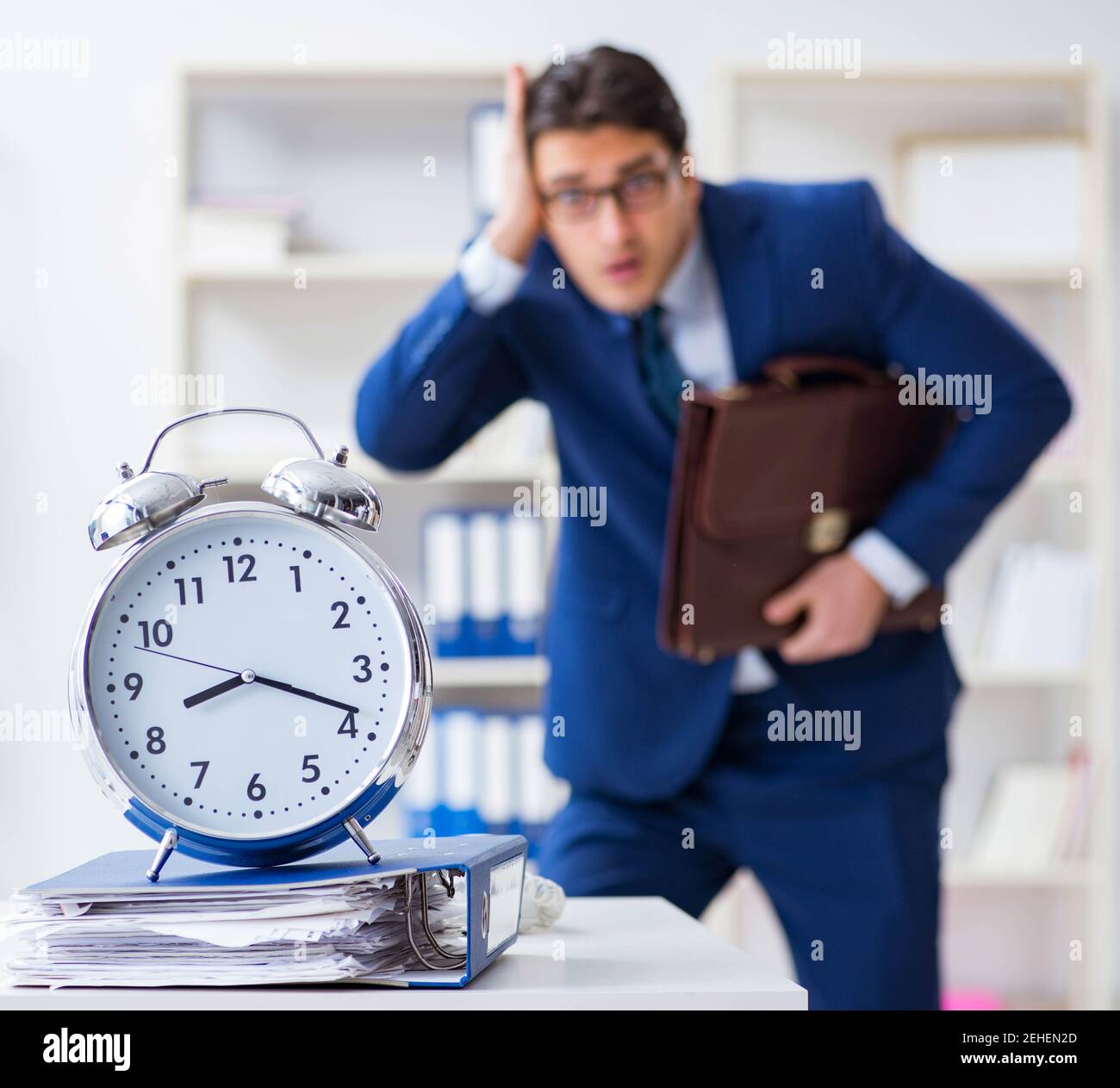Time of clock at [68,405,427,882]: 8:18
